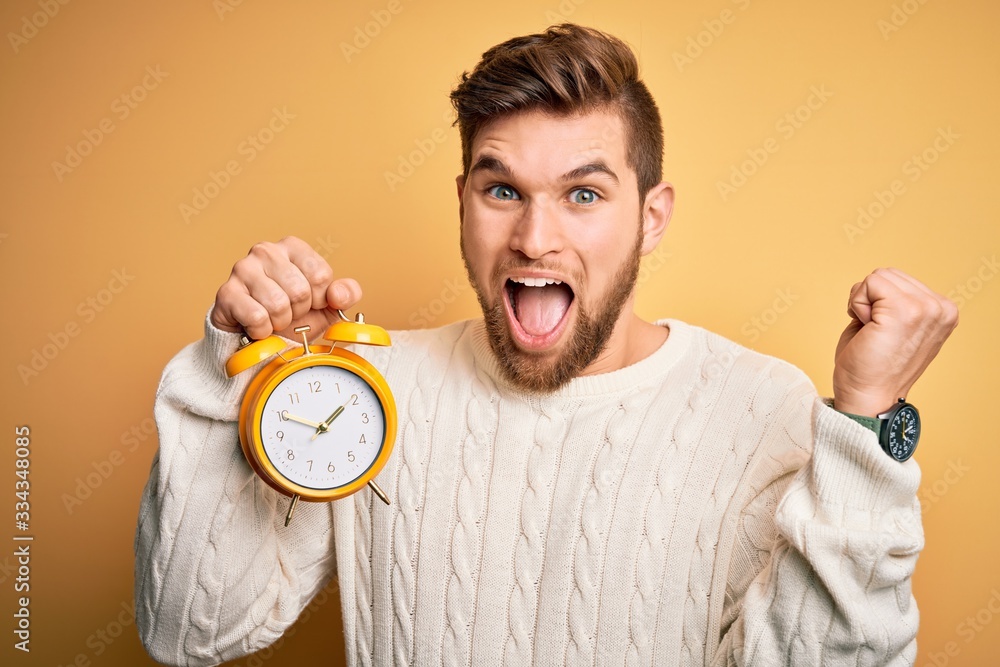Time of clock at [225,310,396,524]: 1:49
